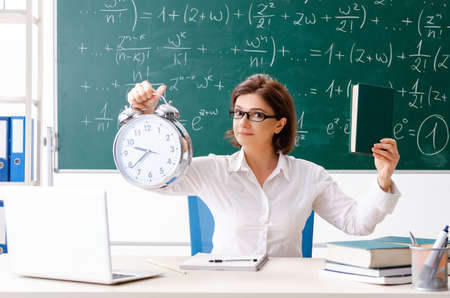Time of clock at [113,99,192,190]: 9:38
